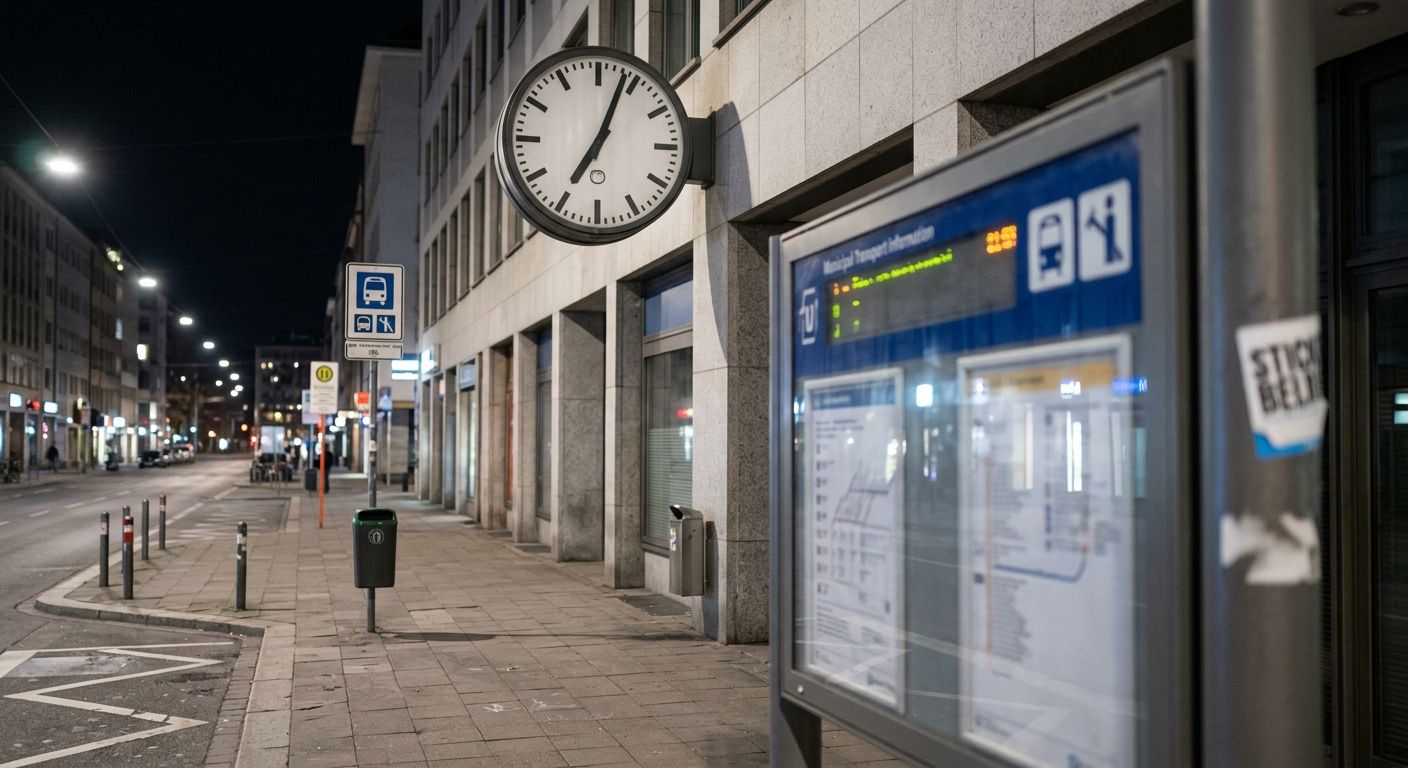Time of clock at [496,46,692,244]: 7:03
